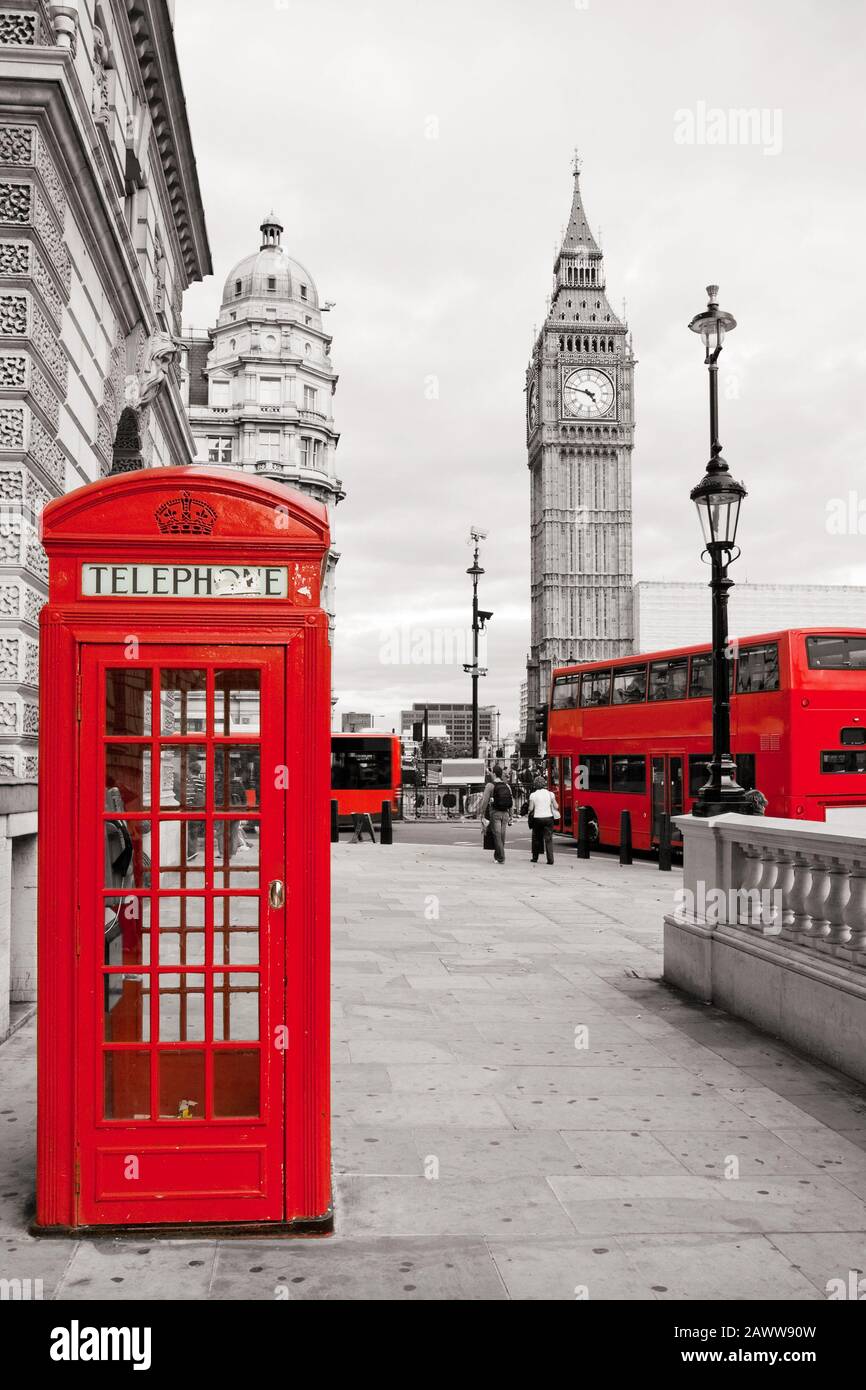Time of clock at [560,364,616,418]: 4:47
